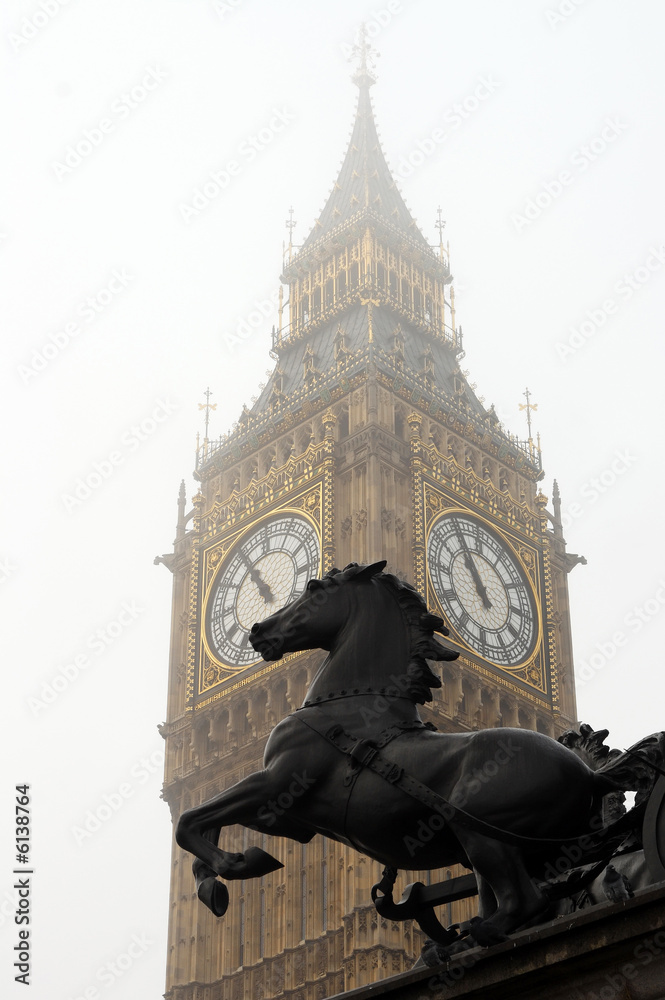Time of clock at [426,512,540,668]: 10:56
